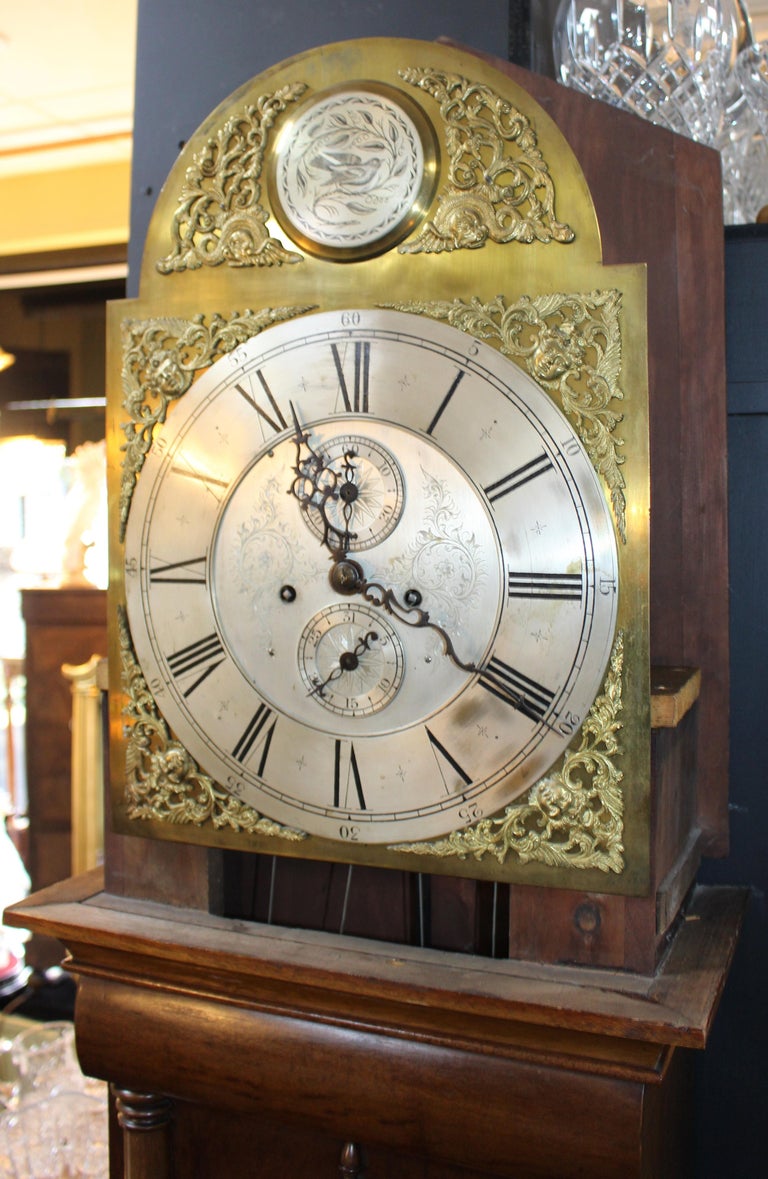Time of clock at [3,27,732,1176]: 11:19
